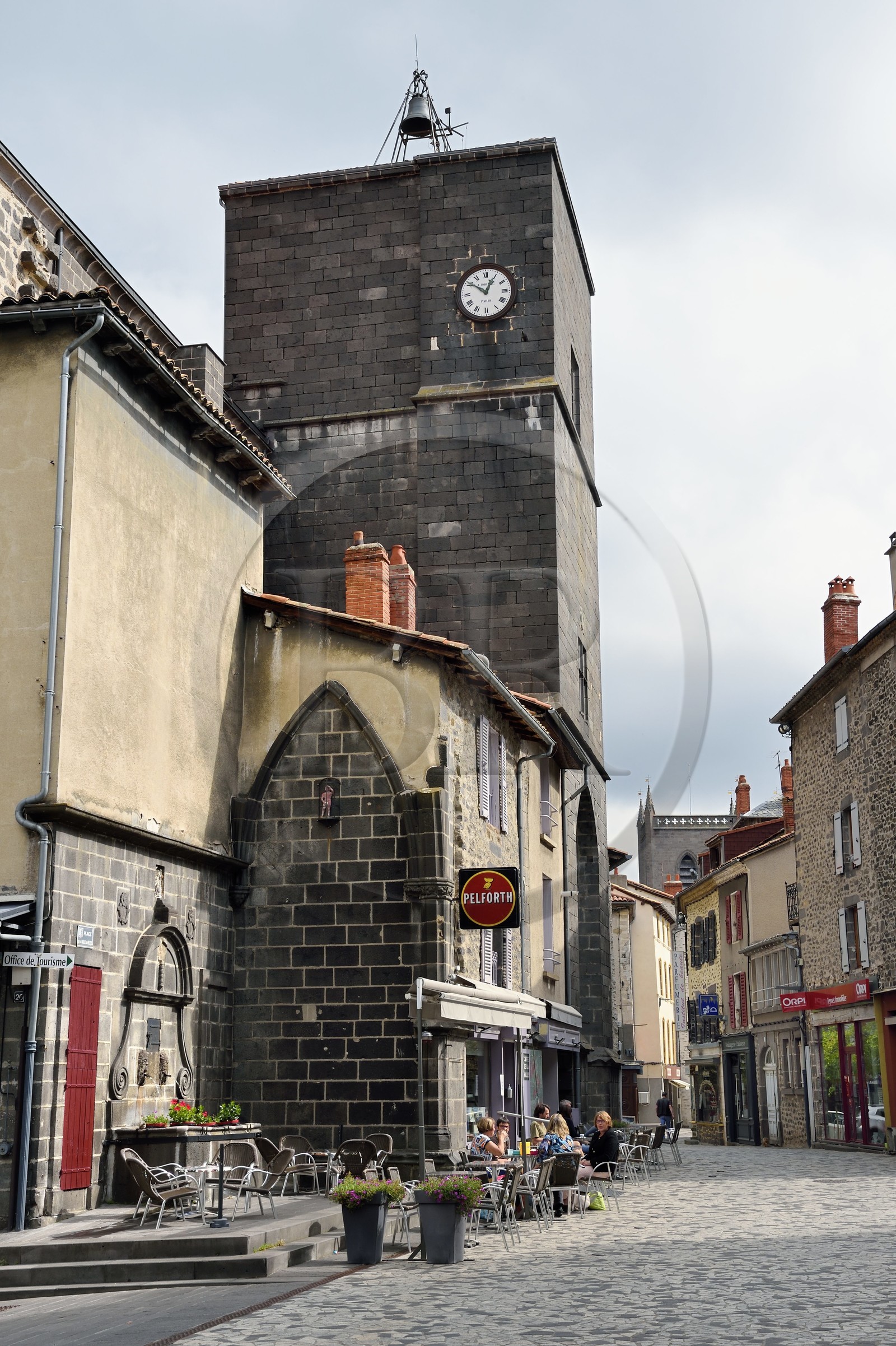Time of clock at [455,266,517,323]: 12:51
